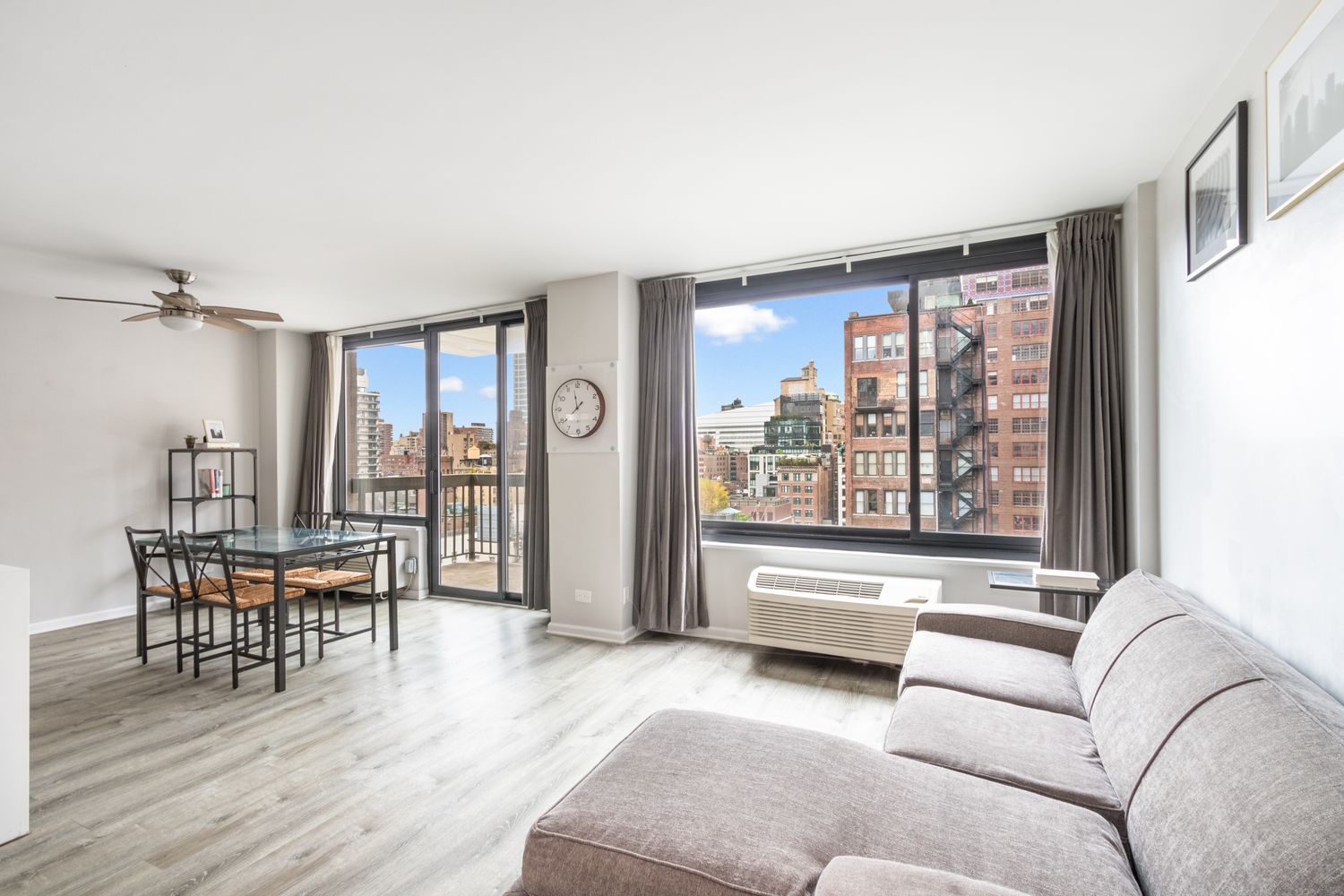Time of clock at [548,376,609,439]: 11:38
